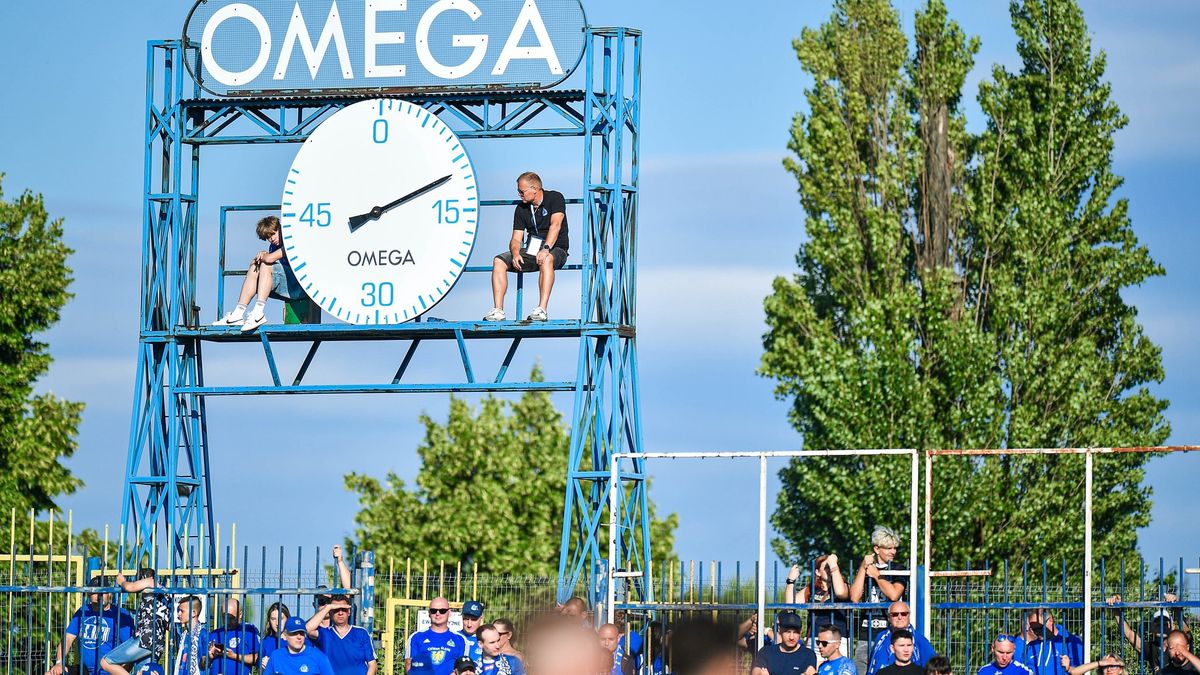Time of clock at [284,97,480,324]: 2:11
